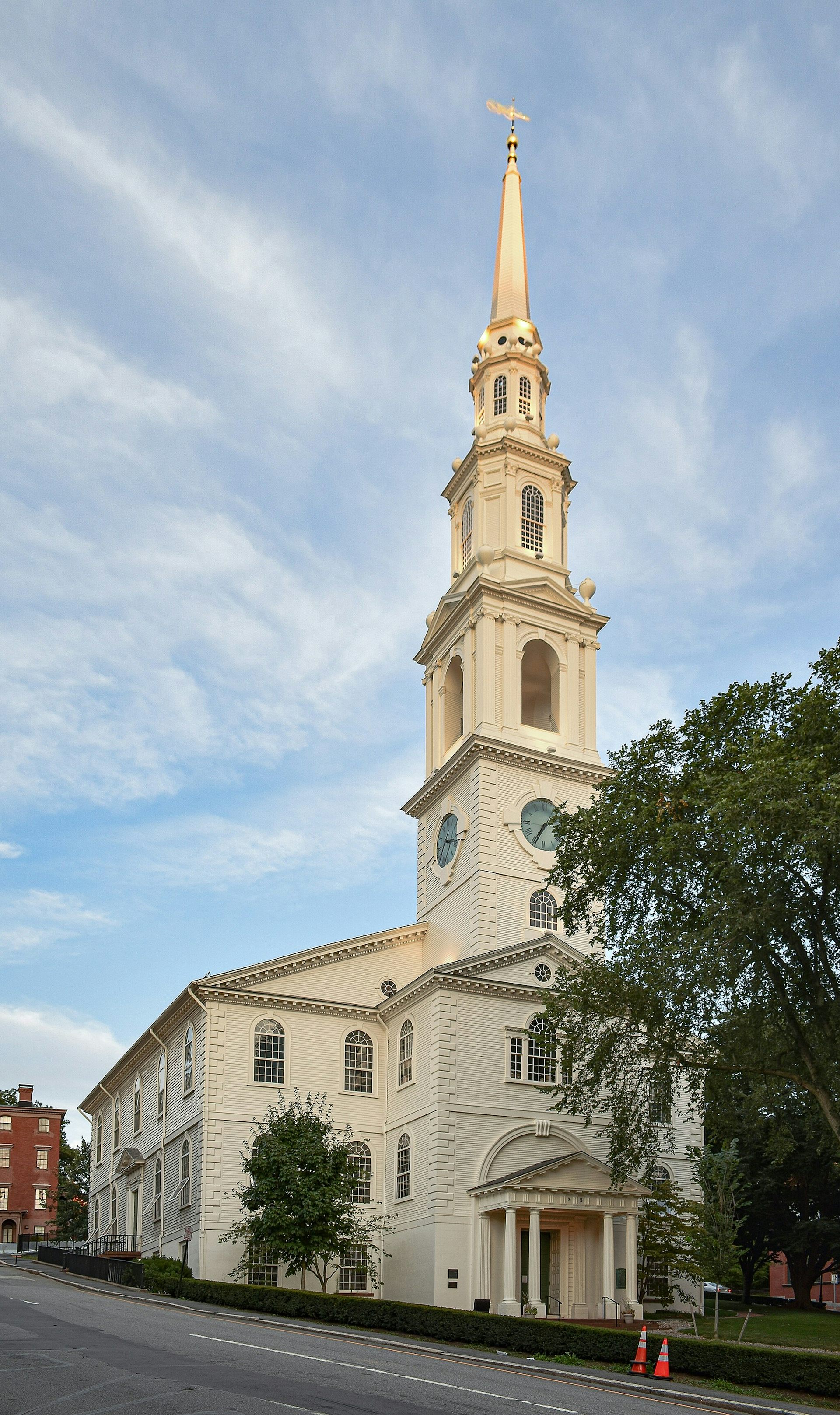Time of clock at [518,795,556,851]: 1:34
